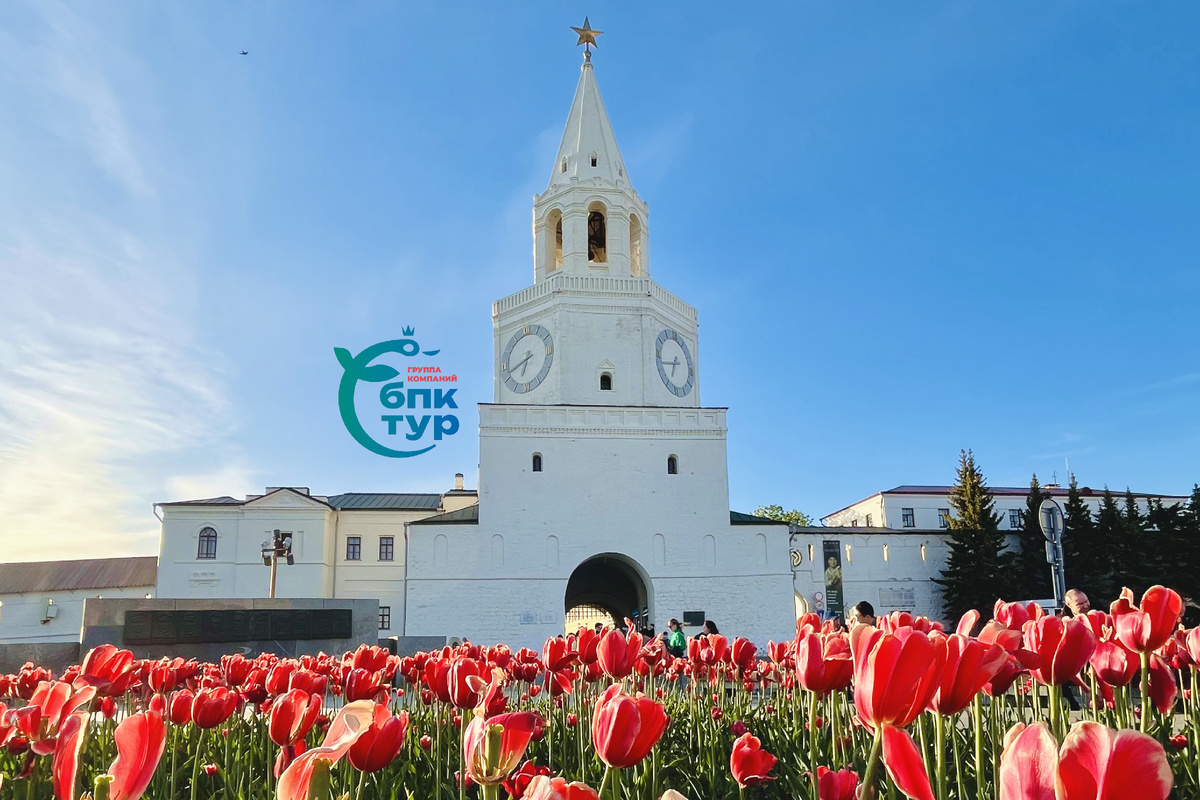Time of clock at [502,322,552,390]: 6:41
